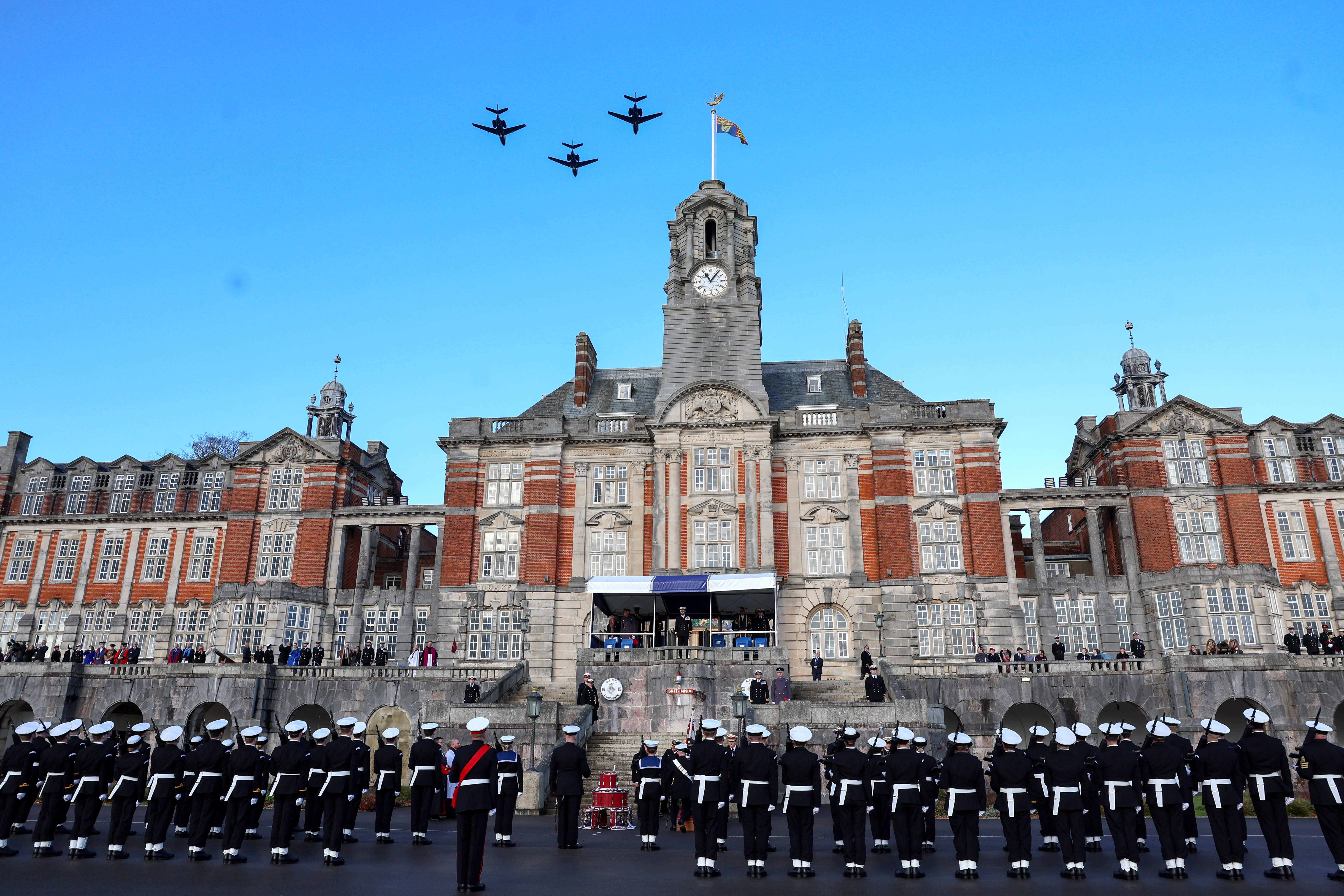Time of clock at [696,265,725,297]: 11:06
